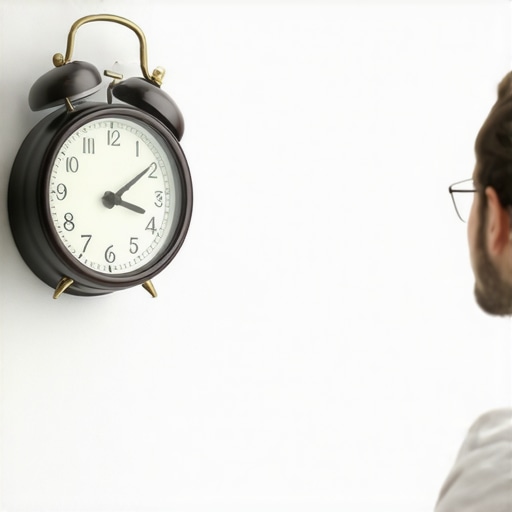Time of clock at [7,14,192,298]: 3:09
